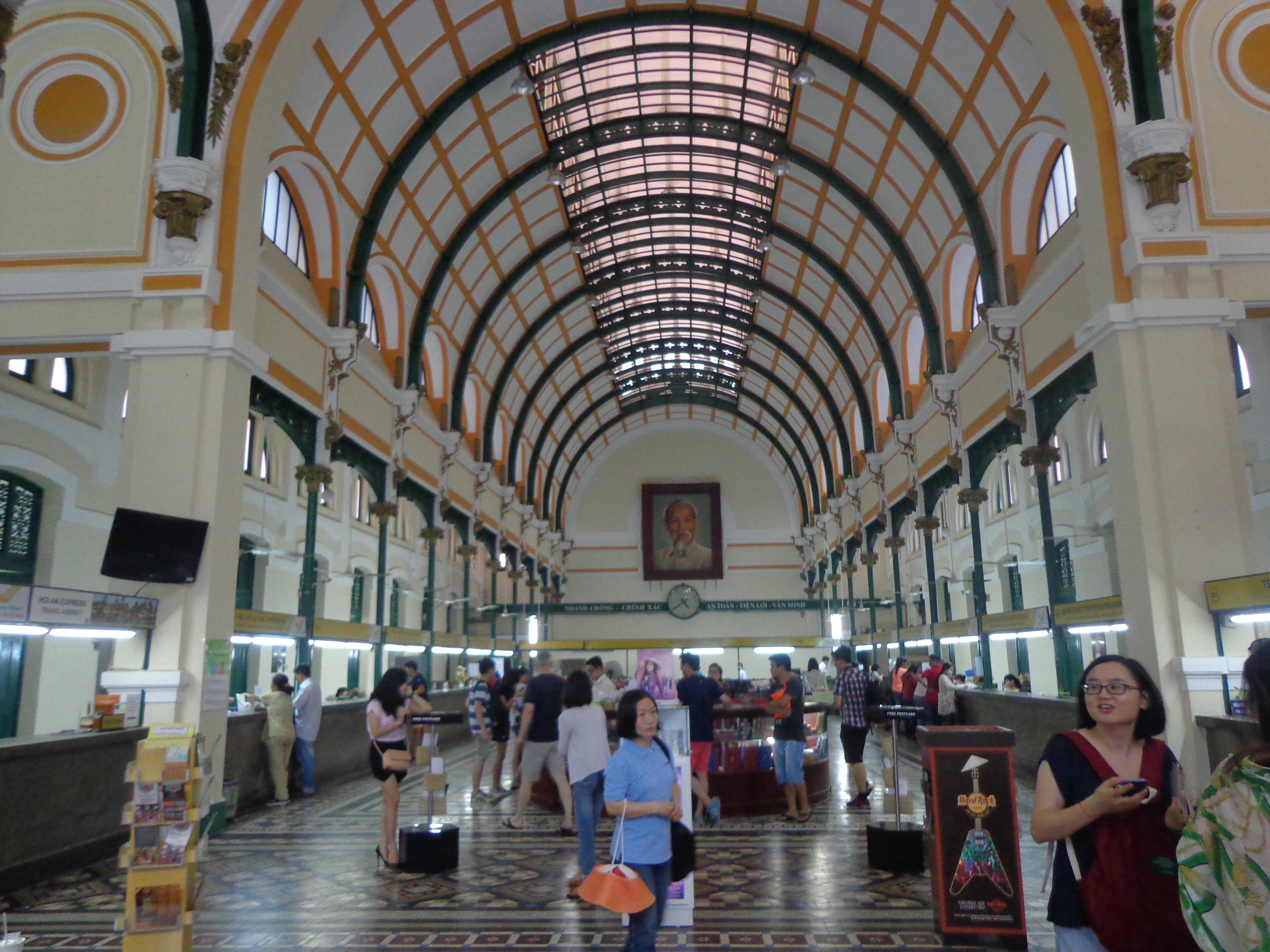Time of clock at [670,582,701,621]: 4:39
